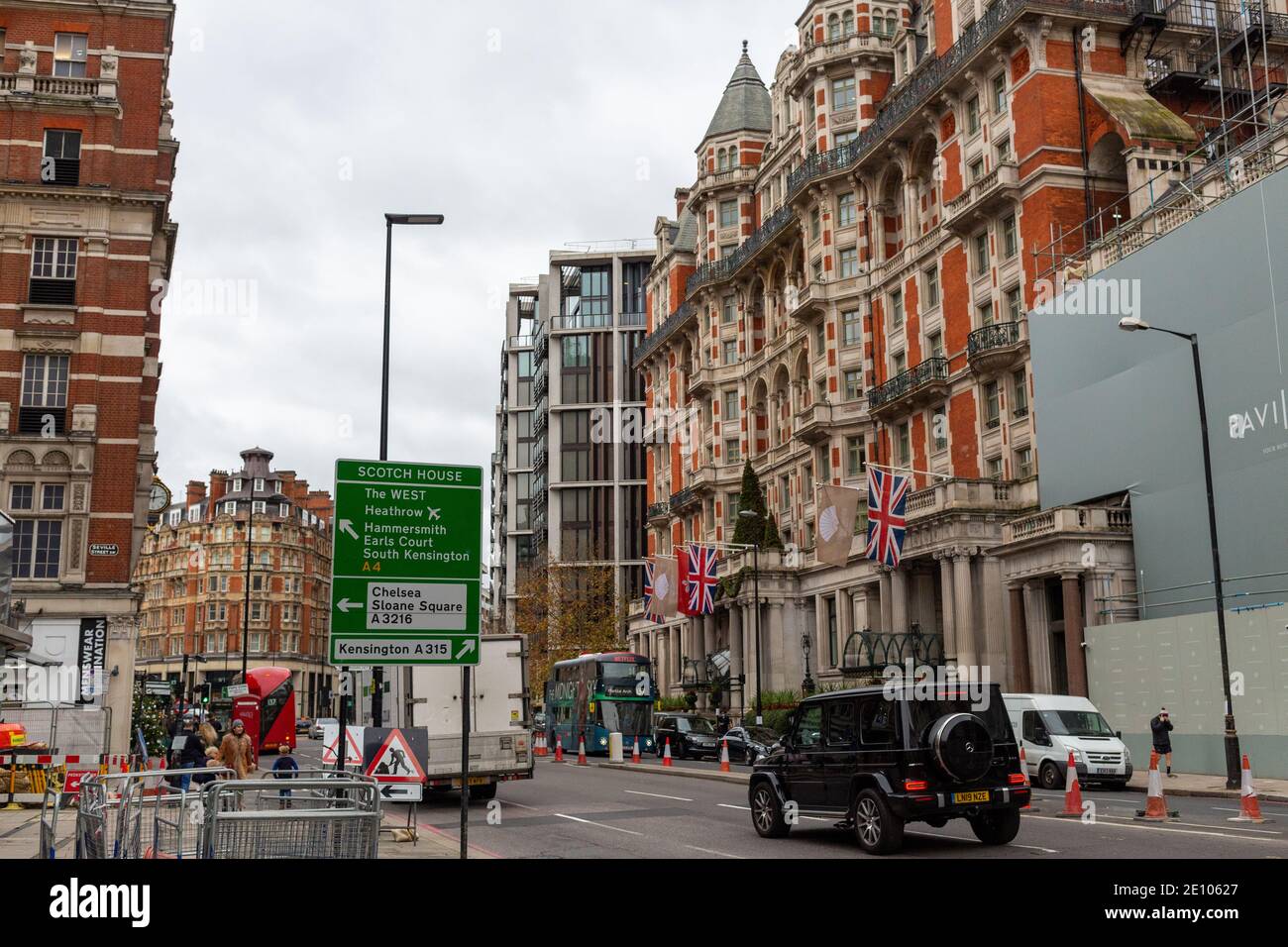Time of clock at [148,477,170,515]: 12:13
